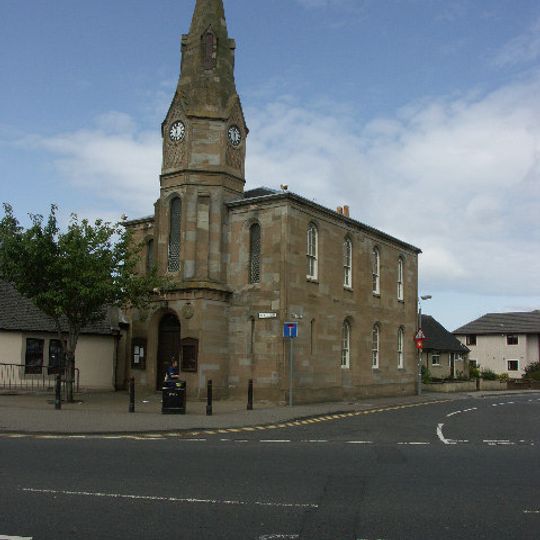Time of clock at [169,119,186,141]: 11:32
